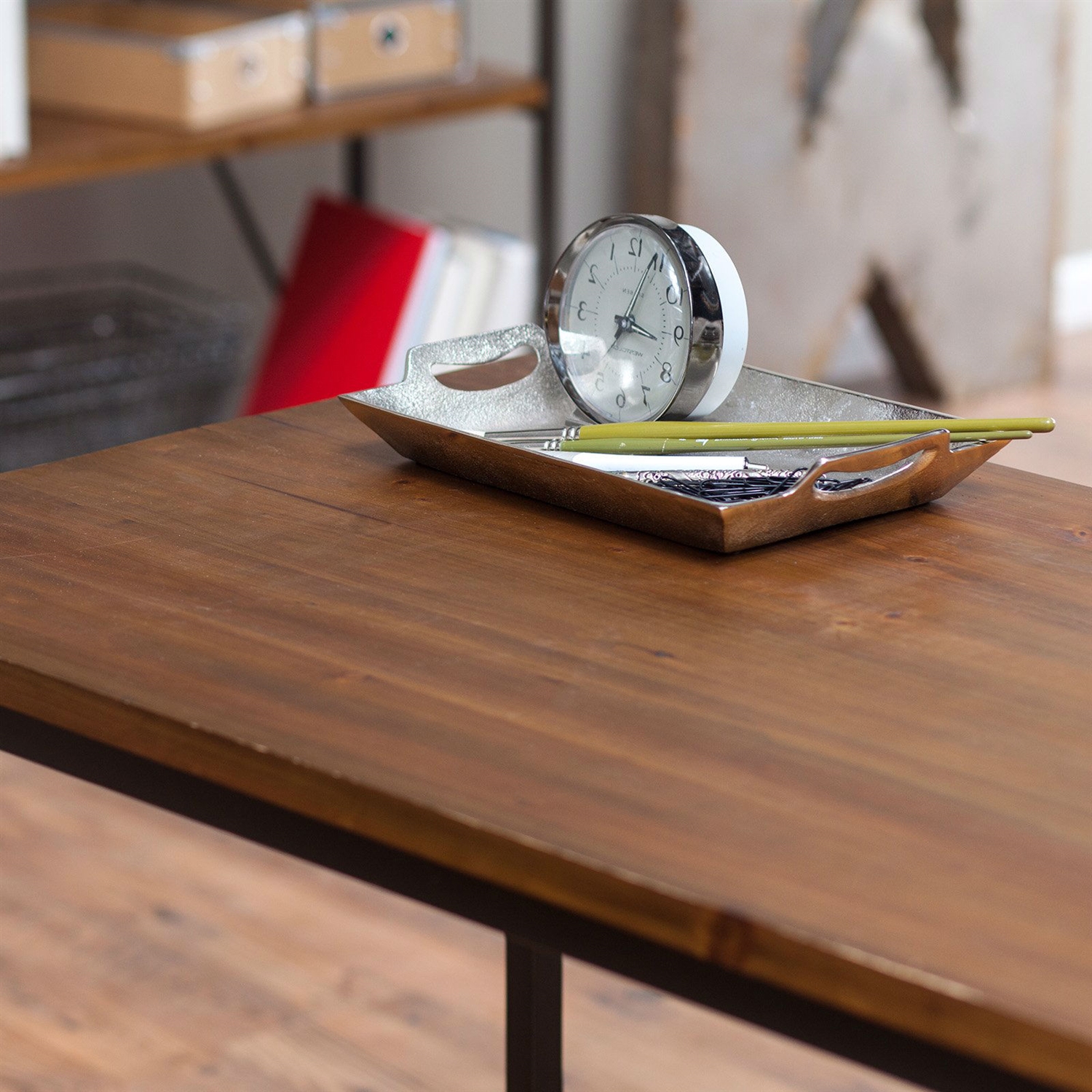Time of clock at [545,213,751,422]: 3:04
